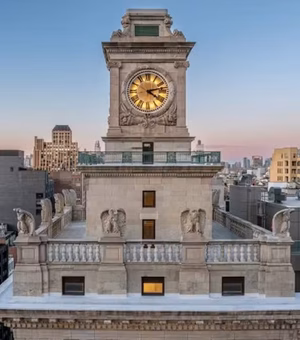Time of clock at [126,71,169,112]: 4:12
